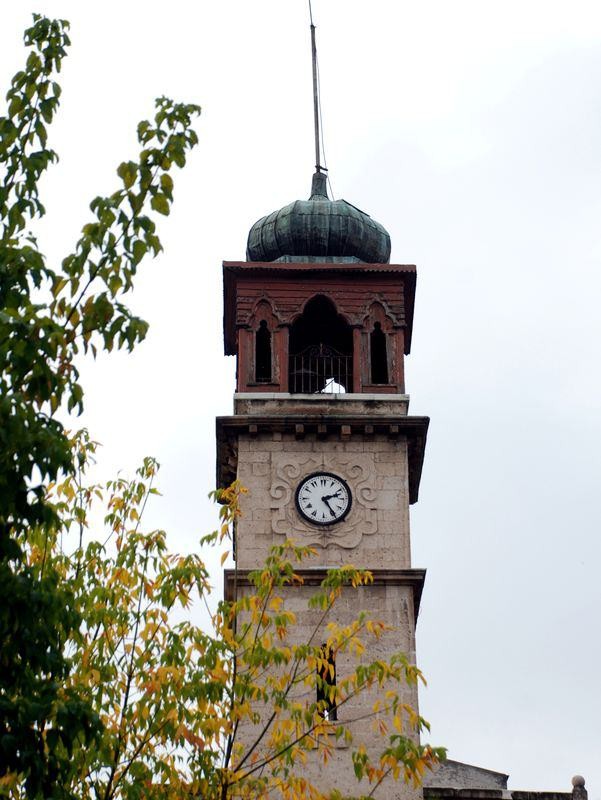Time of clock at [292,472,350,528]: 2:24
